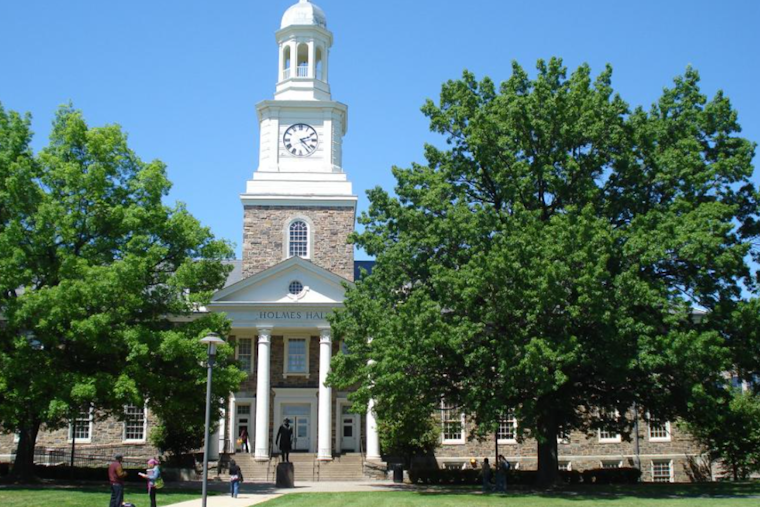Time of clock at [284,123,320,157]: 2:22
